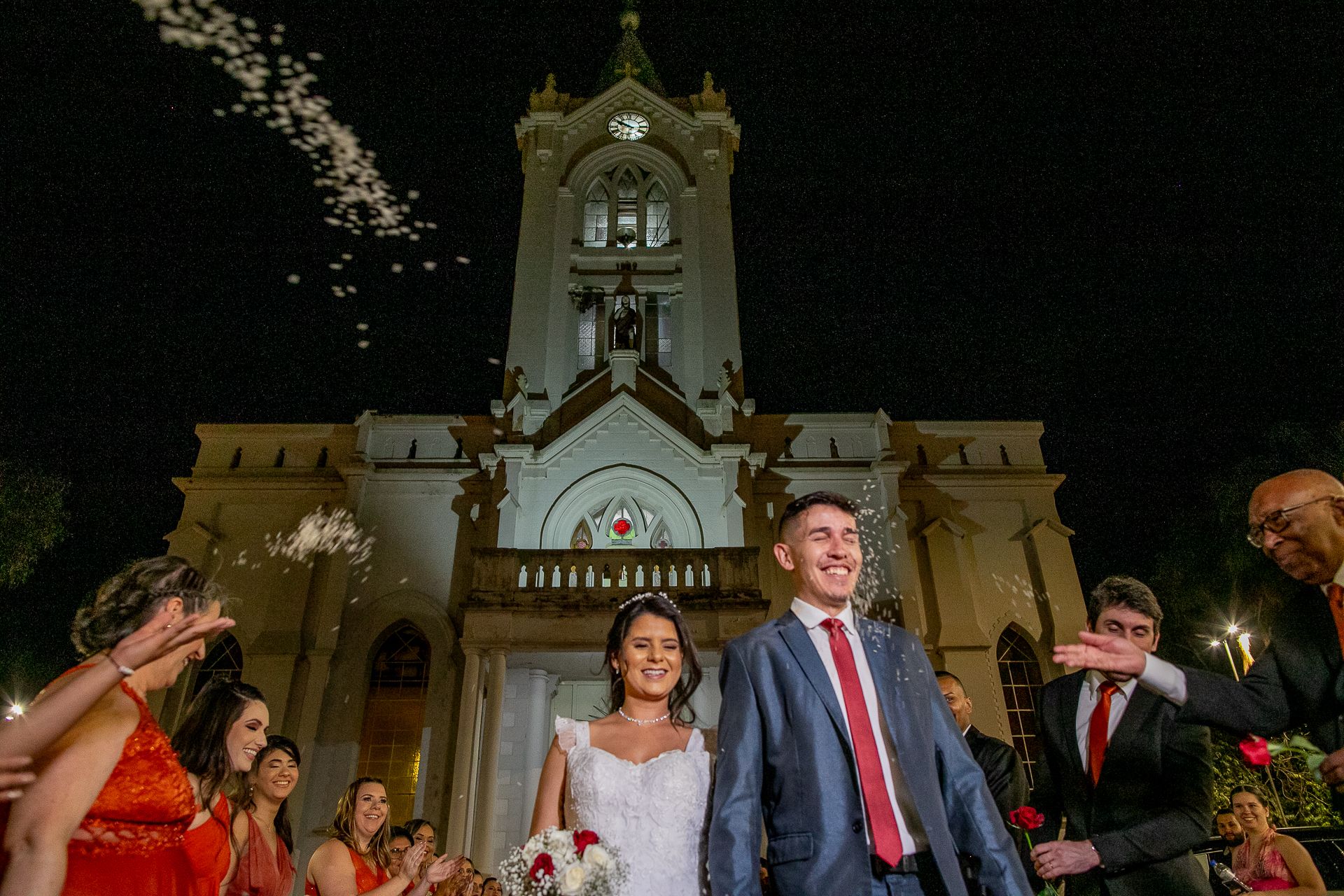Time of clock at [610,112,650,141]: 9:50
